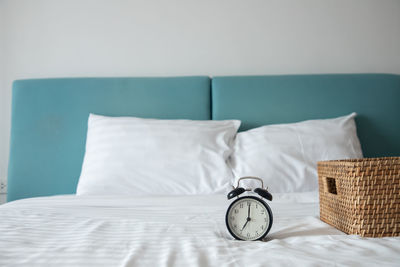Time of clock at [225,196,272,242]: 7:00
